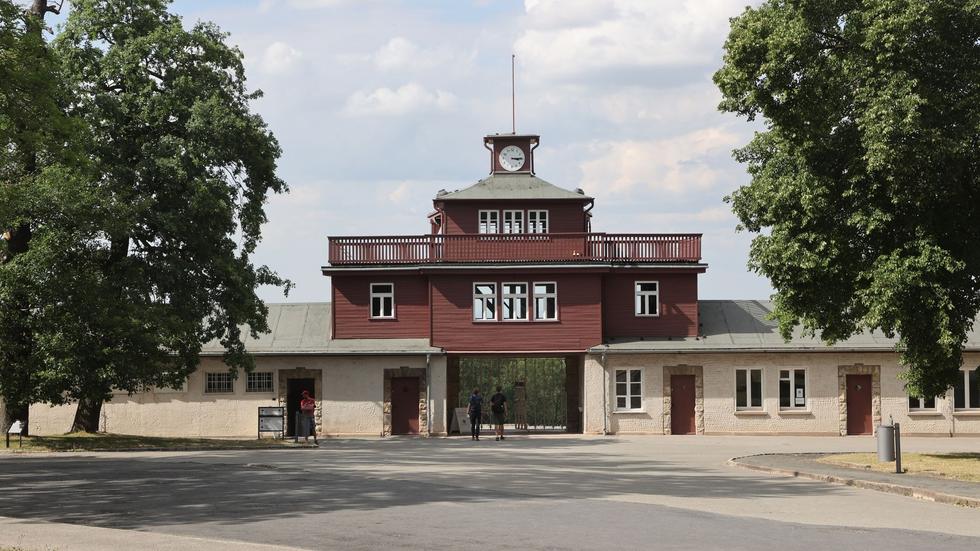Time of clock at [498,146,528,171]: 3:14
